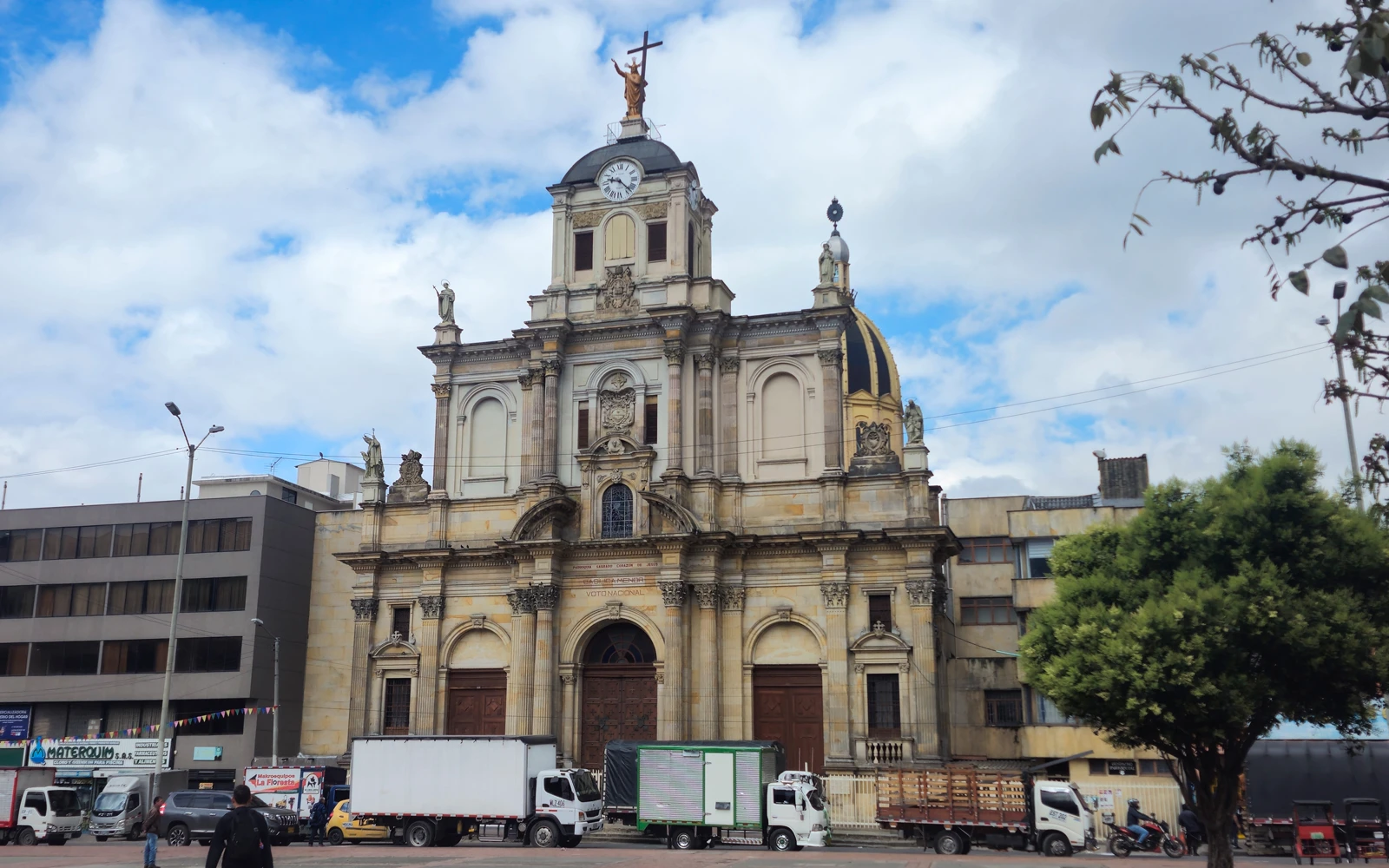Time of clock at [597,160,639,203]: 9:22
